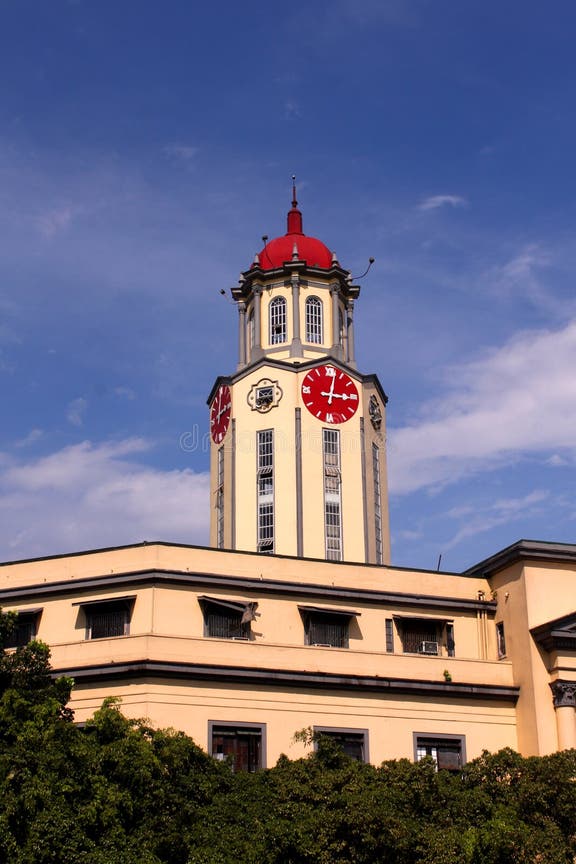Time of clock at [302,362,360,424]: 3:02
